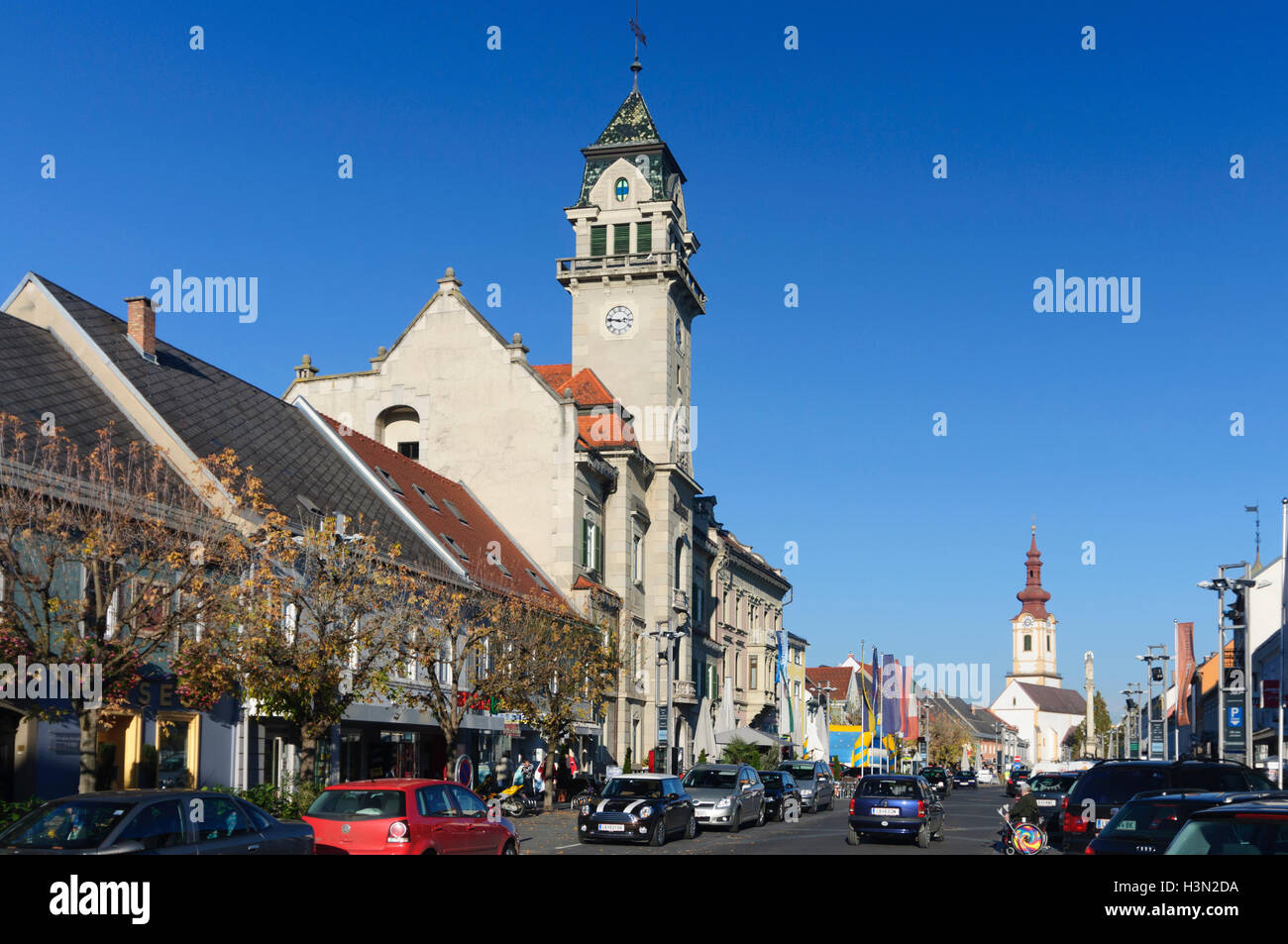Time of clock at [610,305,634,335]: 2:46
